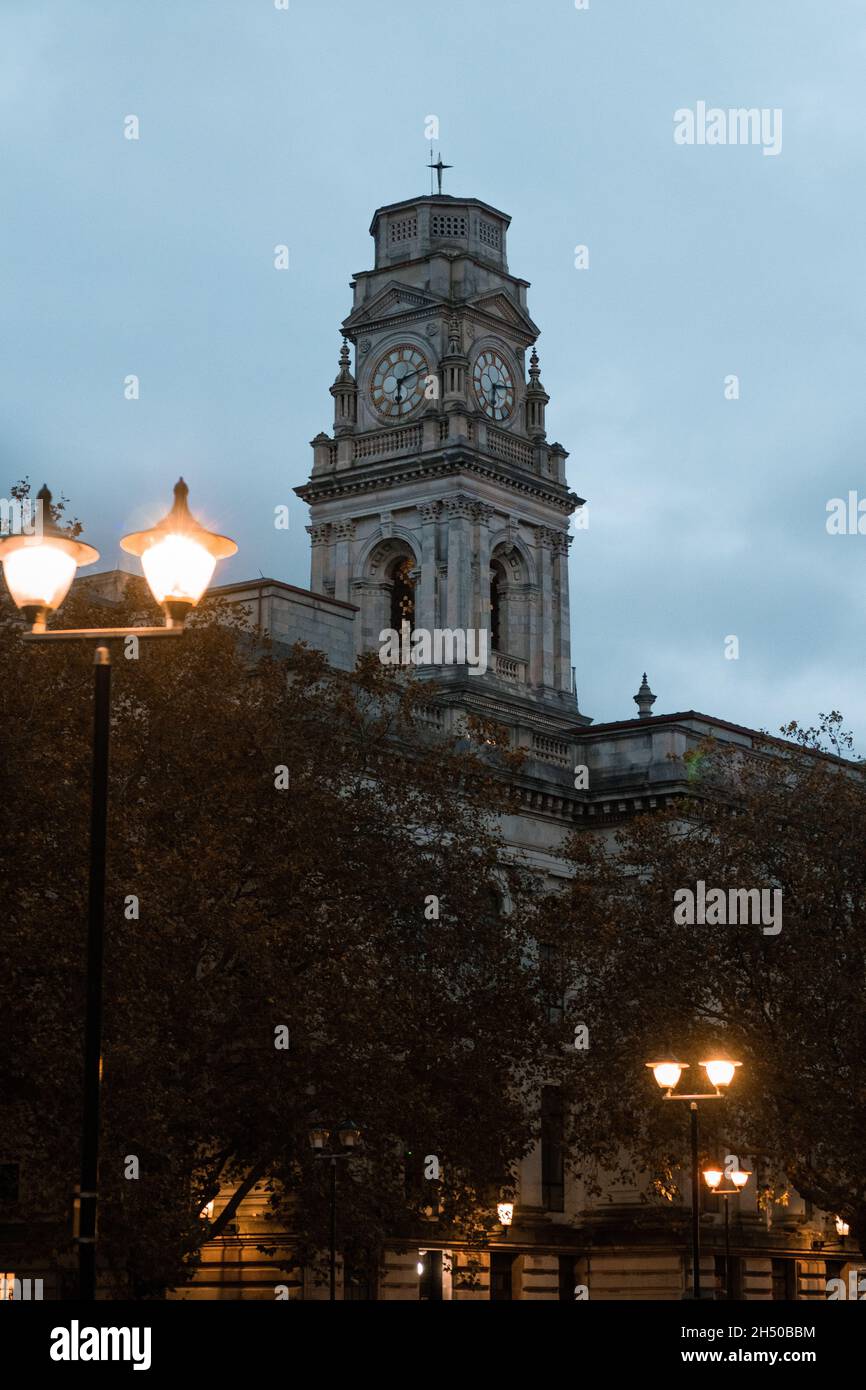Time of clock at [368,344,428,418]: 6:12
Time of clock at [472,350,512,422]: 6:13
